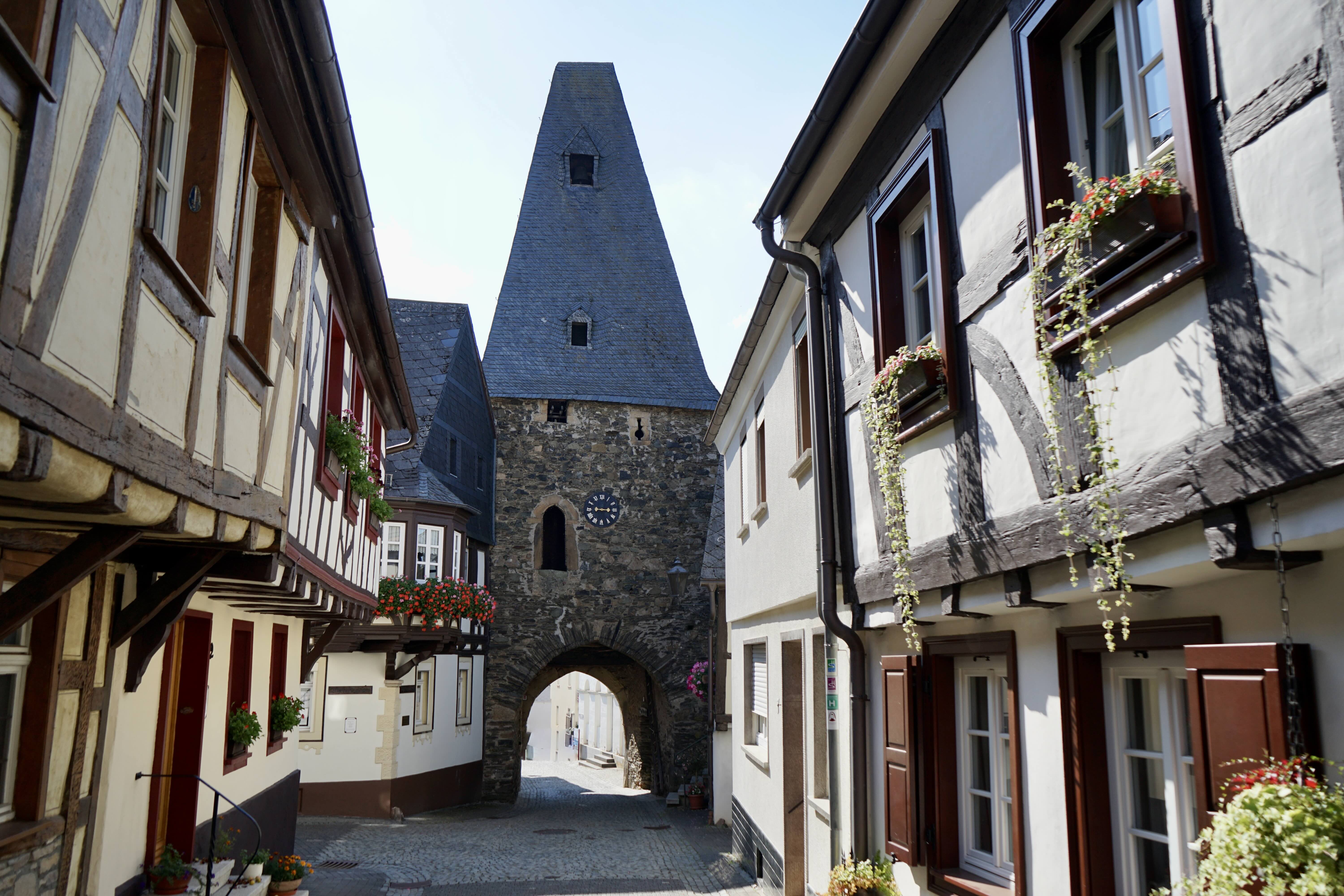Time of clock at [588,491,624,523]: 9:15
